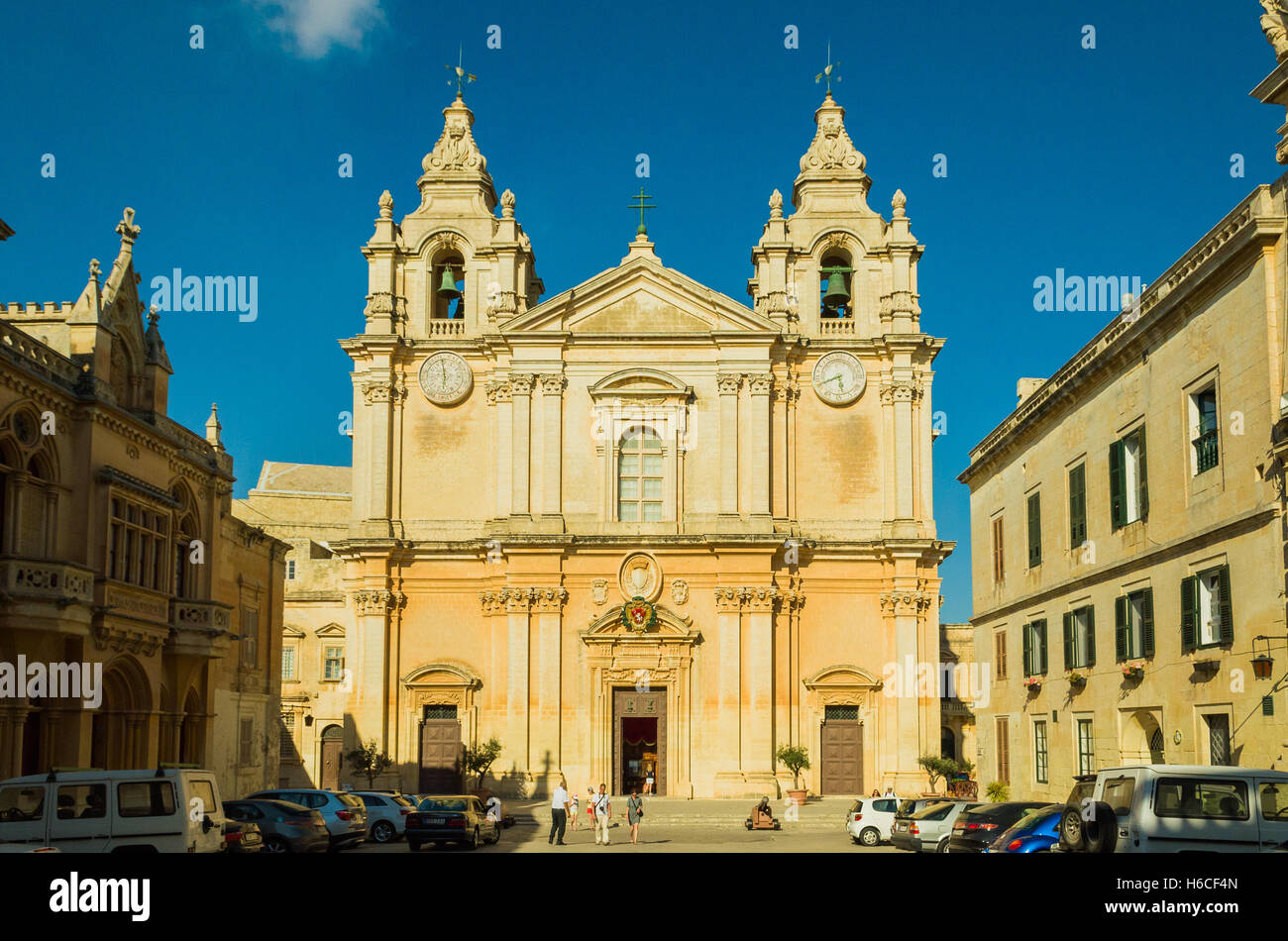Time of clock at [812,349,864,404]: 5:40
